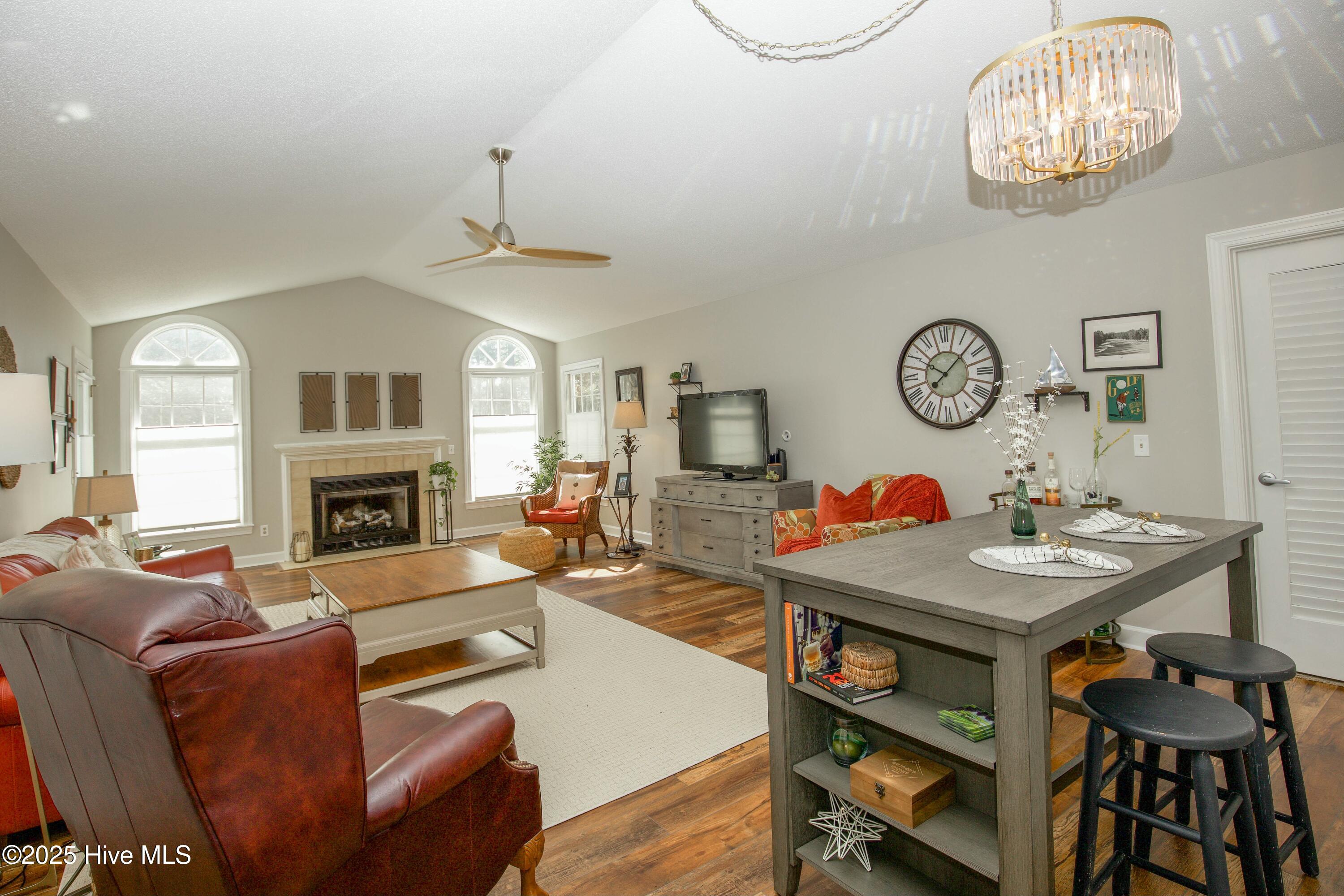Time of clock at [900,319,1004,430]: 10:07
